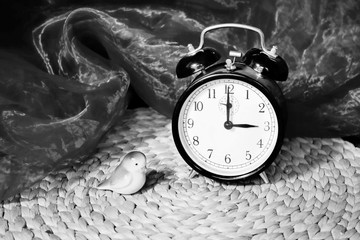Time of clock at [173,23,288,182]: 3:00
